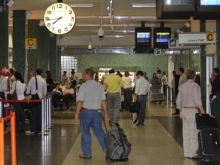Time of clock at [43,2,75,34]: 7:43
